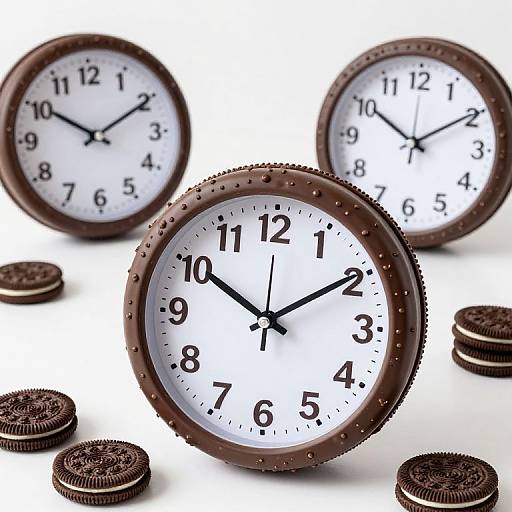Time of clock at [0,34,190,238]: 10:10
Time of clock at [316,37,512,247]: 10:09
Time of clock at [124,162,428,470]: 10:09
